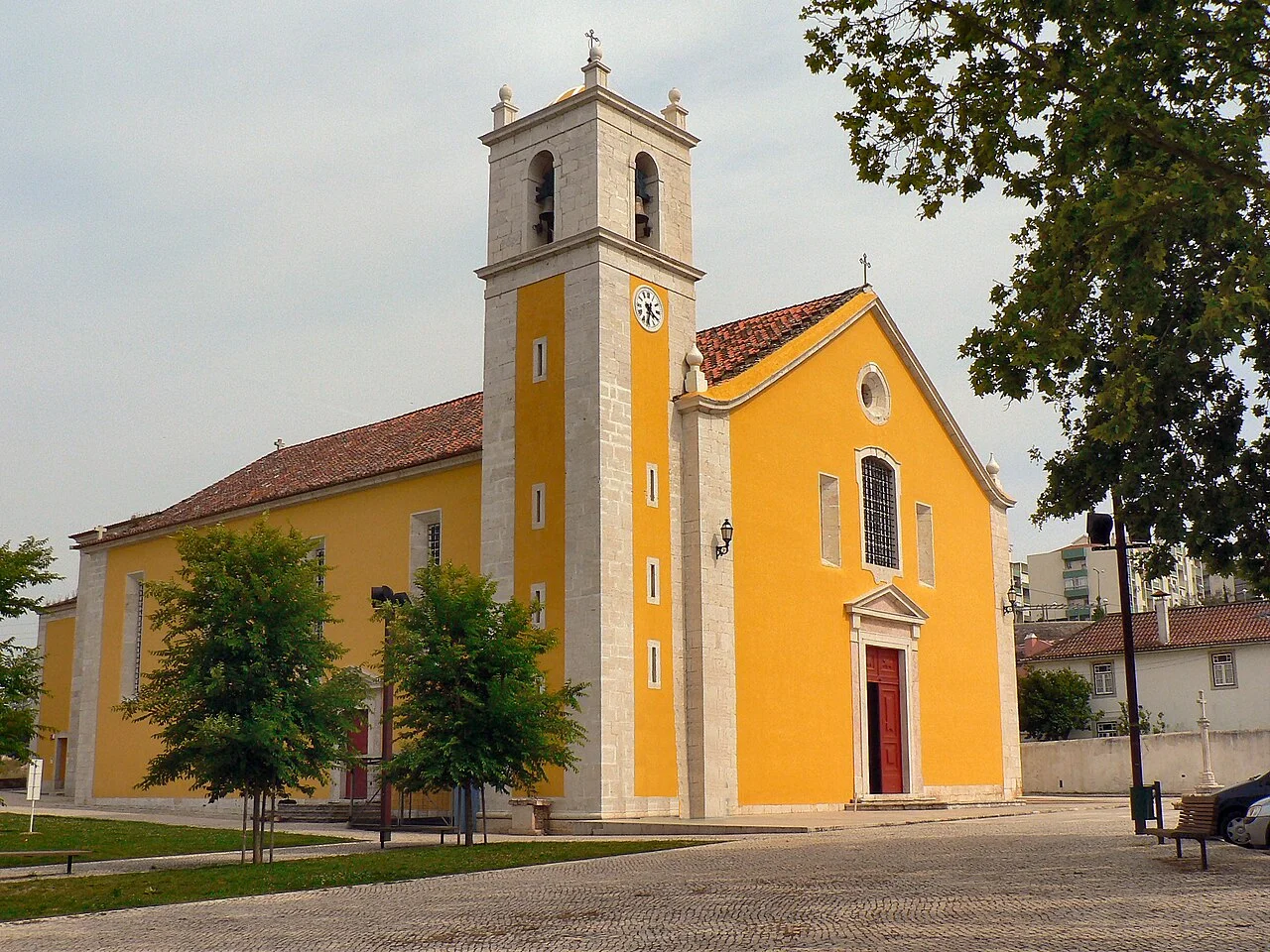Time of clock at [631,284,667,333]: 6:19
